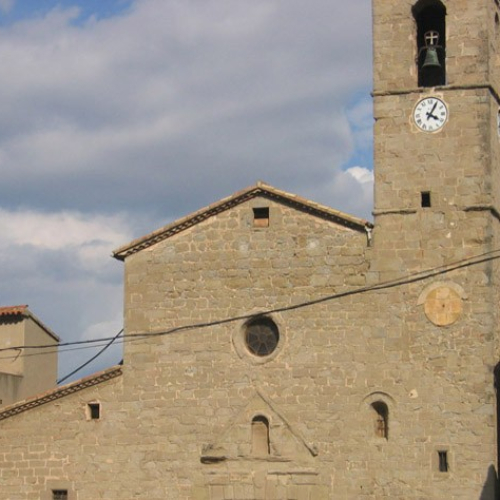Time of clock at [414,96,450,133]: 4:04
